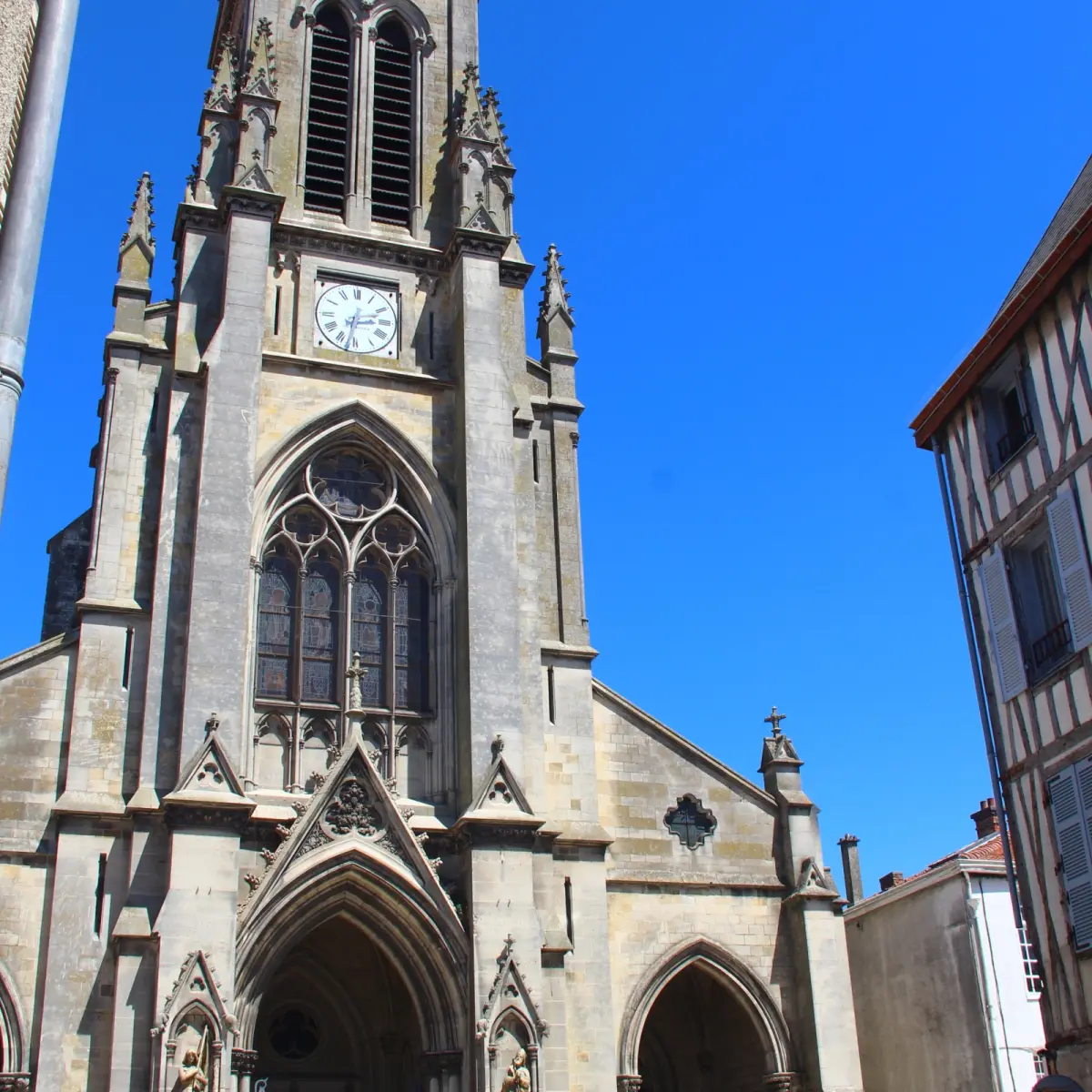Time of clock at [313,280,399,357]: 2:32
